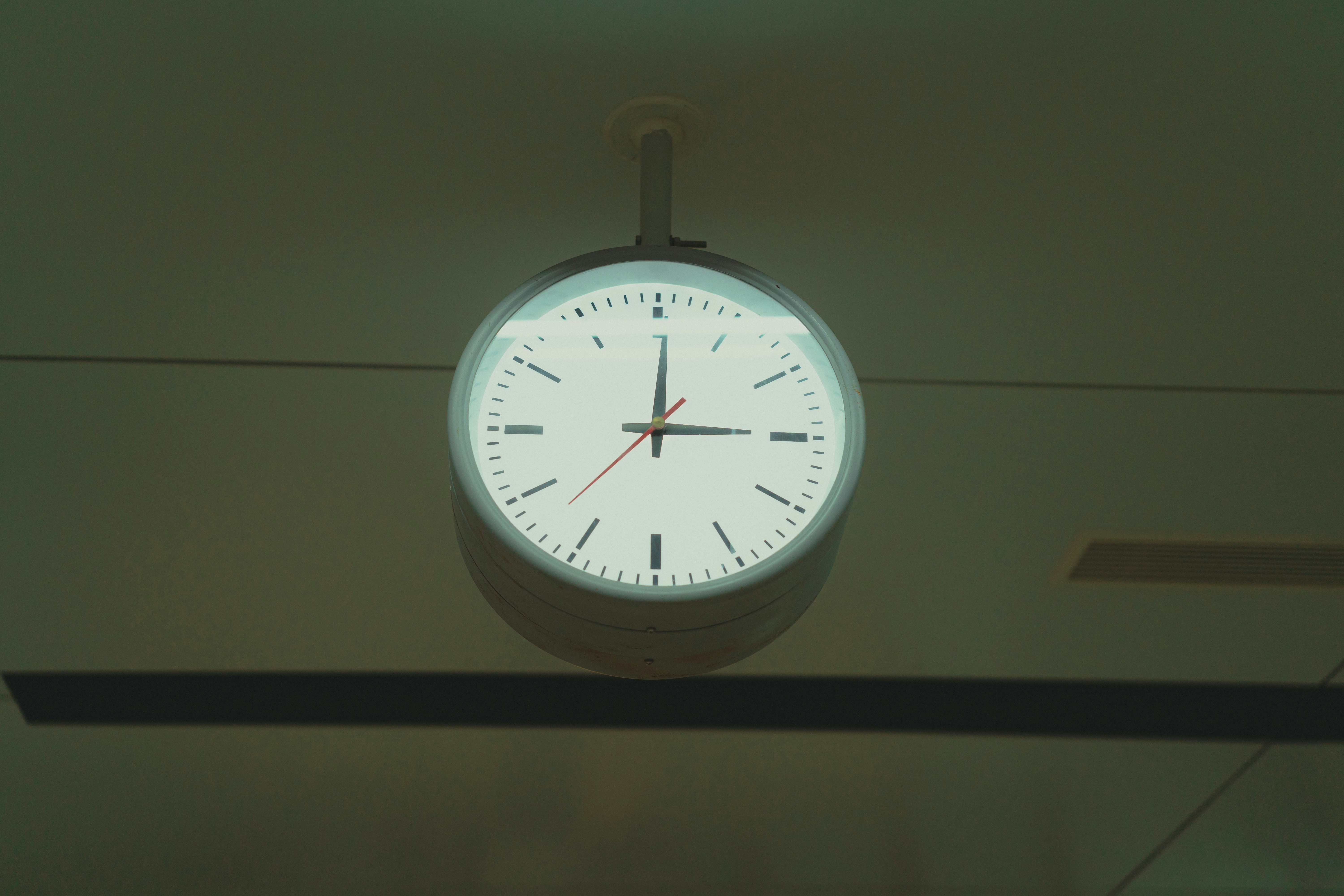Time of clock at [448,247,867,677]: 3:00
